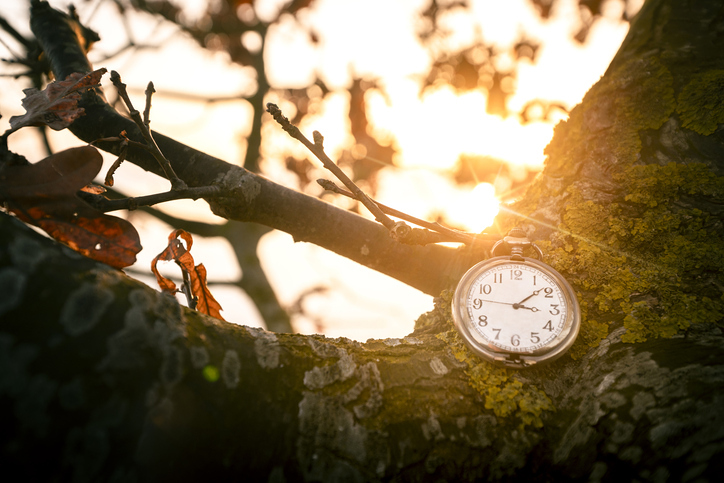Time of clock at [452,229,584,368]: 3:08
